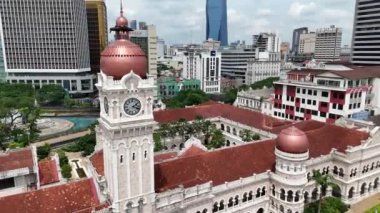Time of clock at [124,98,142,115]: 2:18
